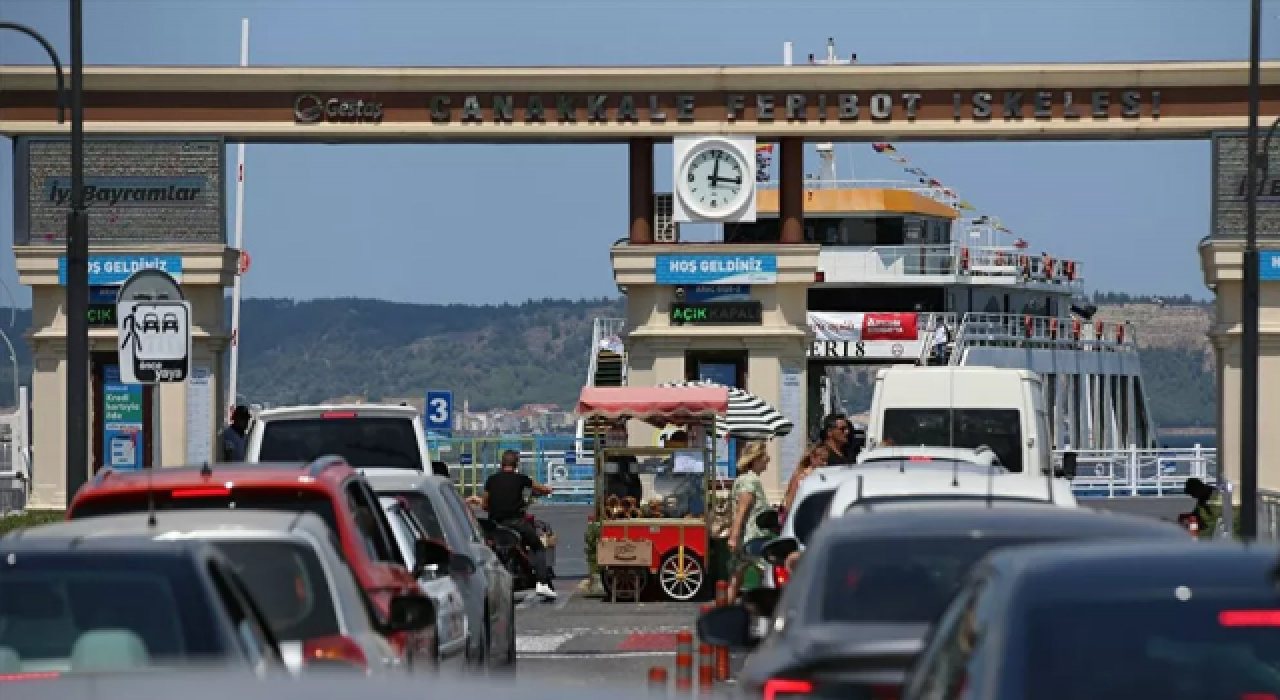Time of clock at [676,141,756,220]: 12:16
